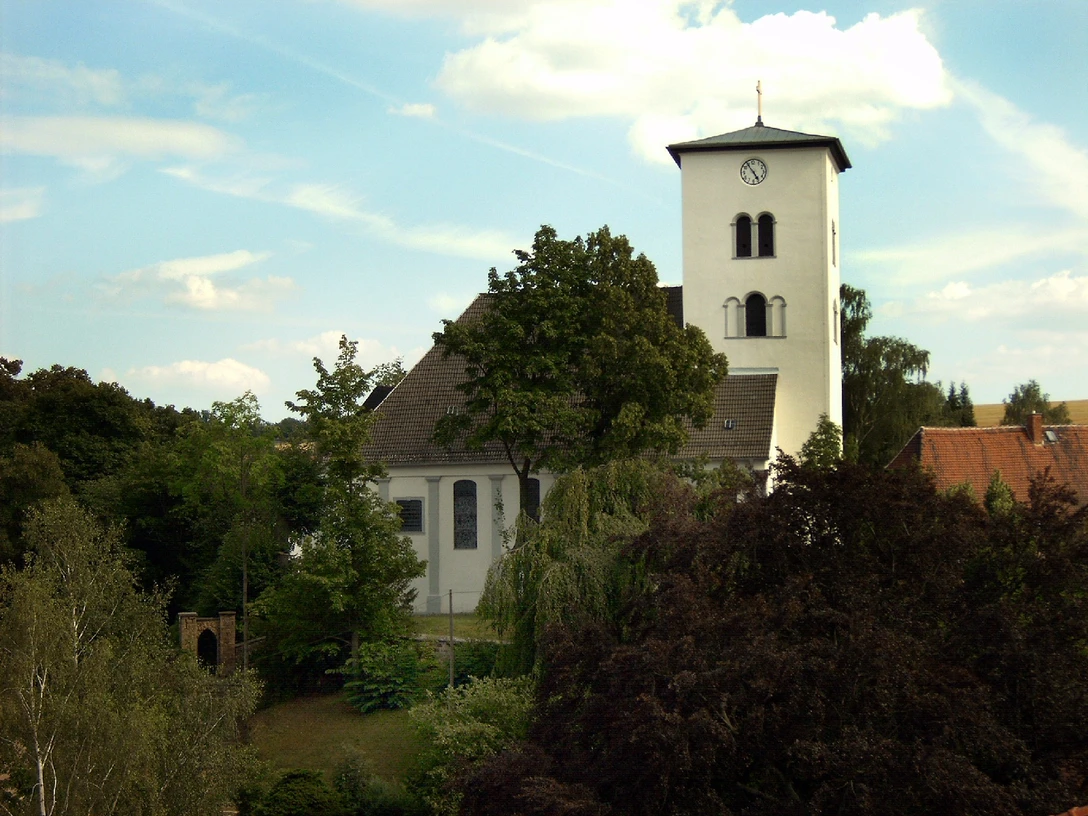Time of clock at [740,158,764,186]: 4:54
